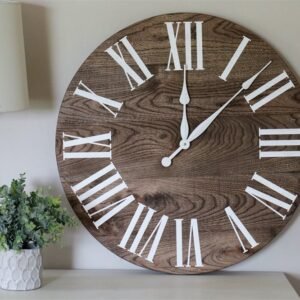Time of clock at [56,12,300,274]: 12:07
